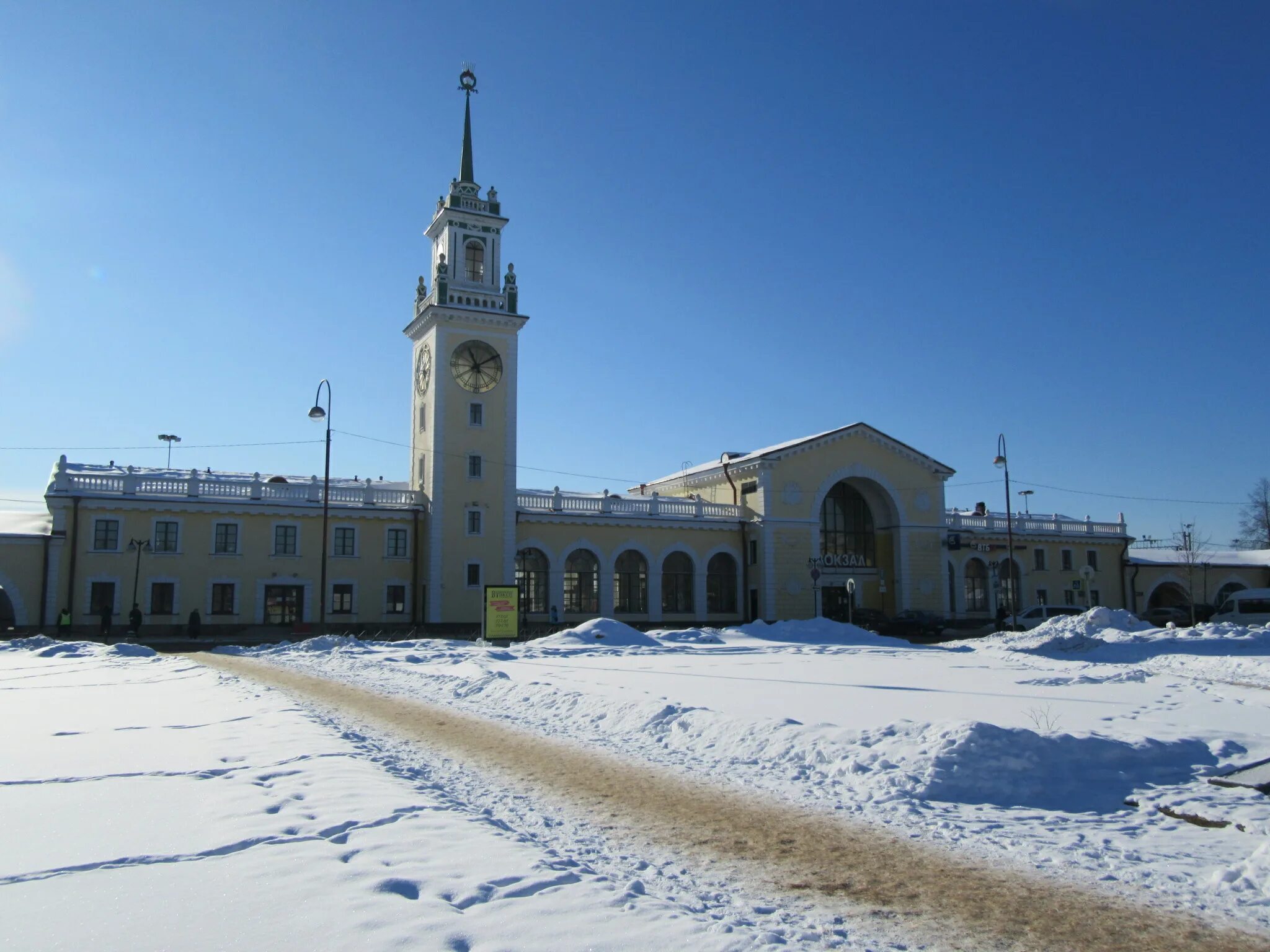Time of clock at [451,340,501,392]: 11:09
